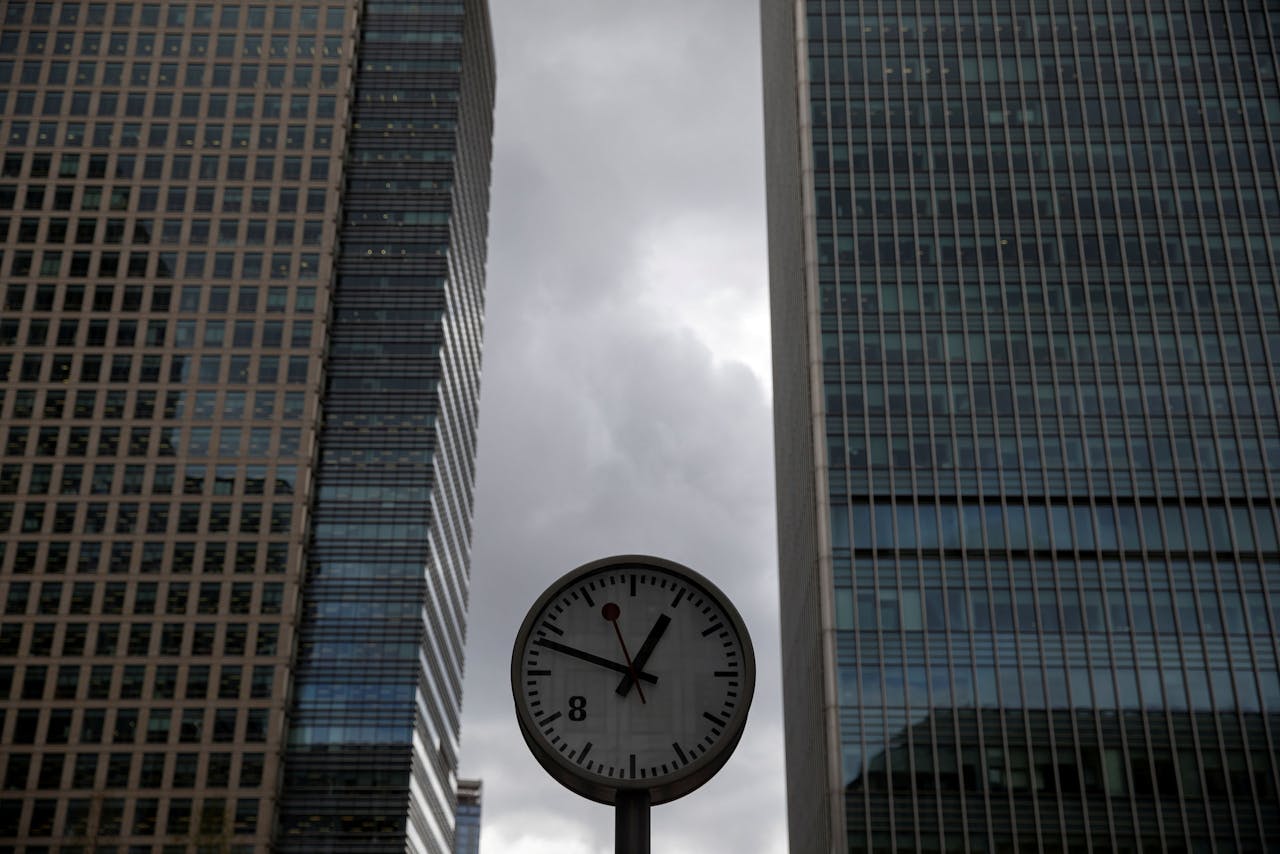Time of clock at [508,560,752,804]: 12:48
